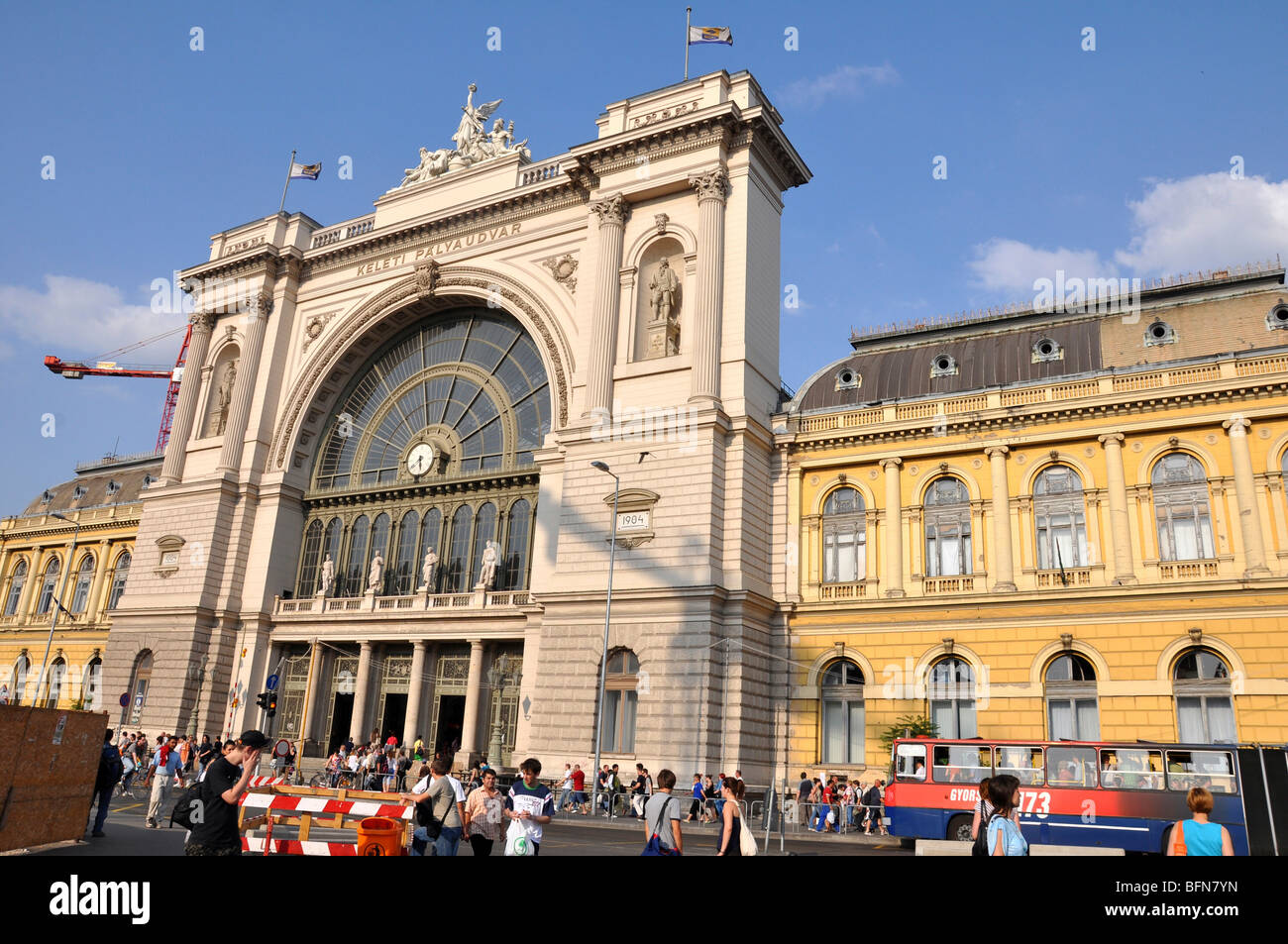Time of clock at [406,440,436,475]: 5:38
